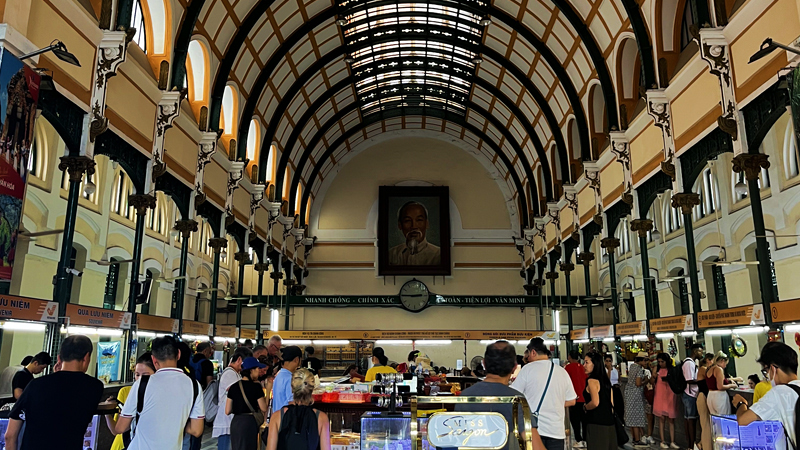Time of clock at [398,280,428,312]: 2:45
